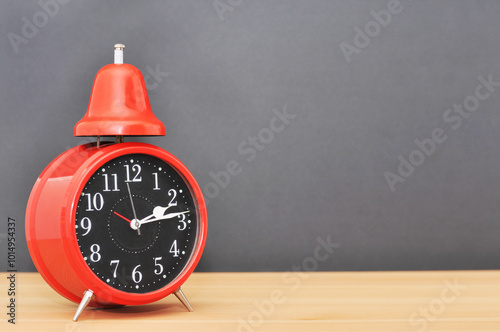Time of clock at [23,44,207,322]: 2:13
